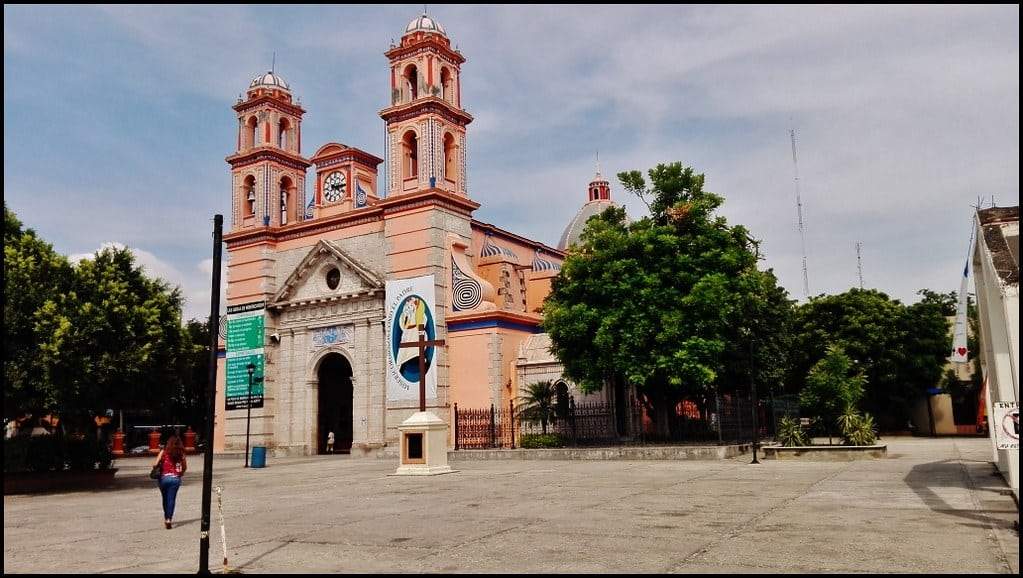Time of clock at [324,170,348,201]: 4:14
